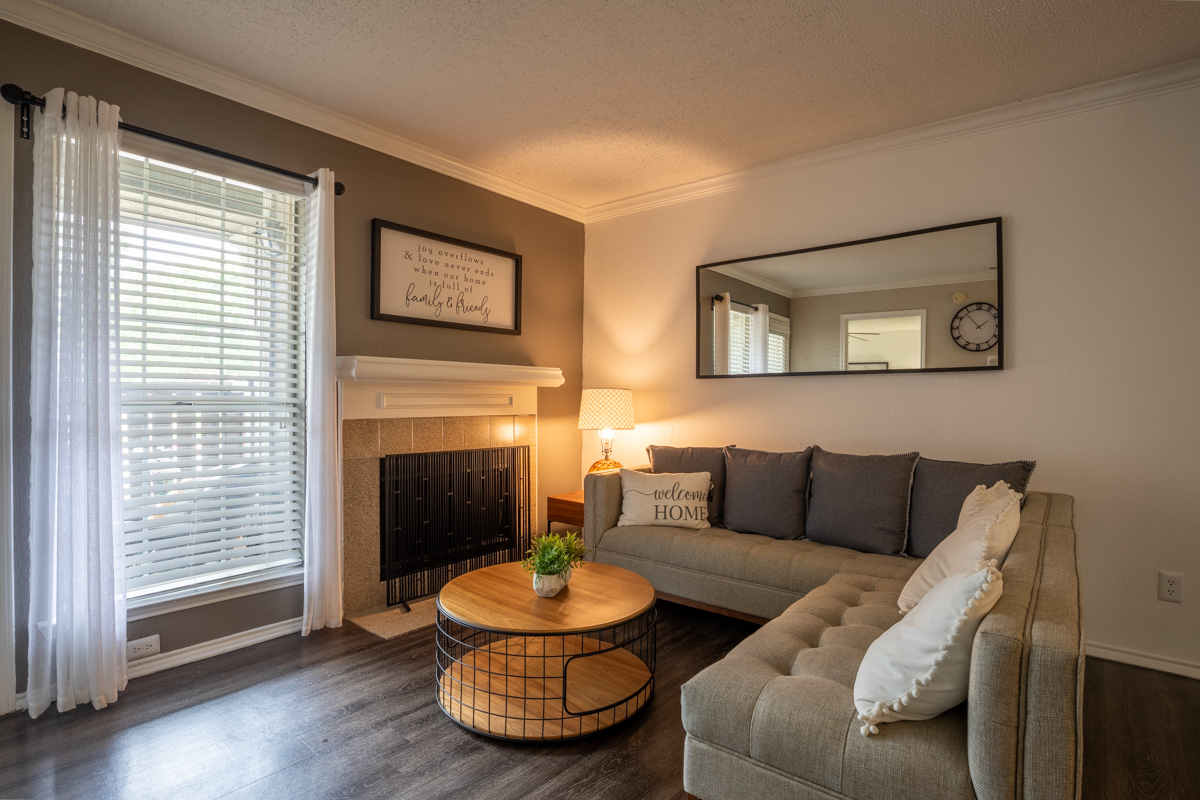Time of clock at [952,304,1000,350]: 1:53
